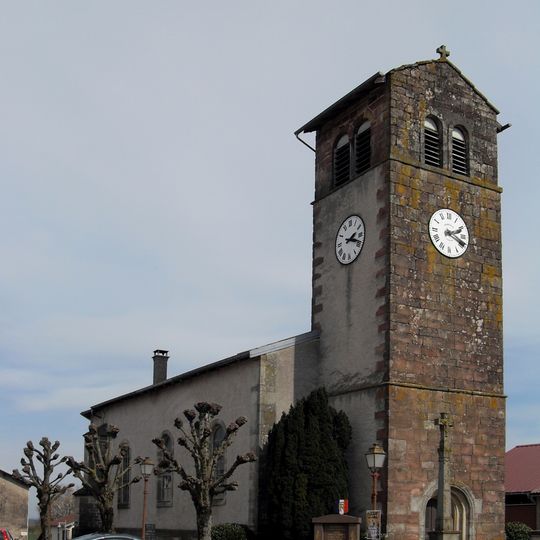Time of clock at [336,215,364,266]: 2:18
